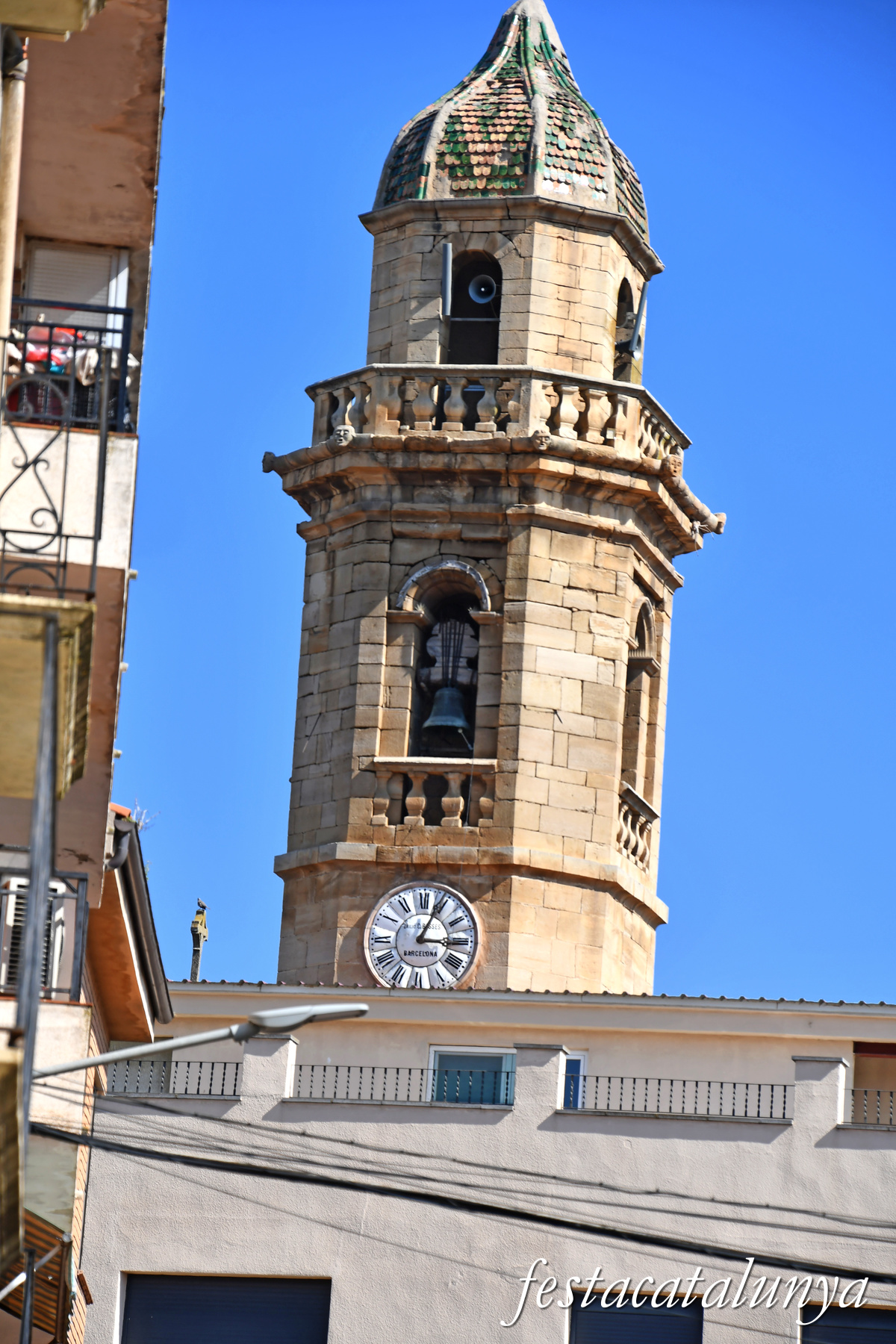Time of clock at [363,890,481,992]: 3:04
